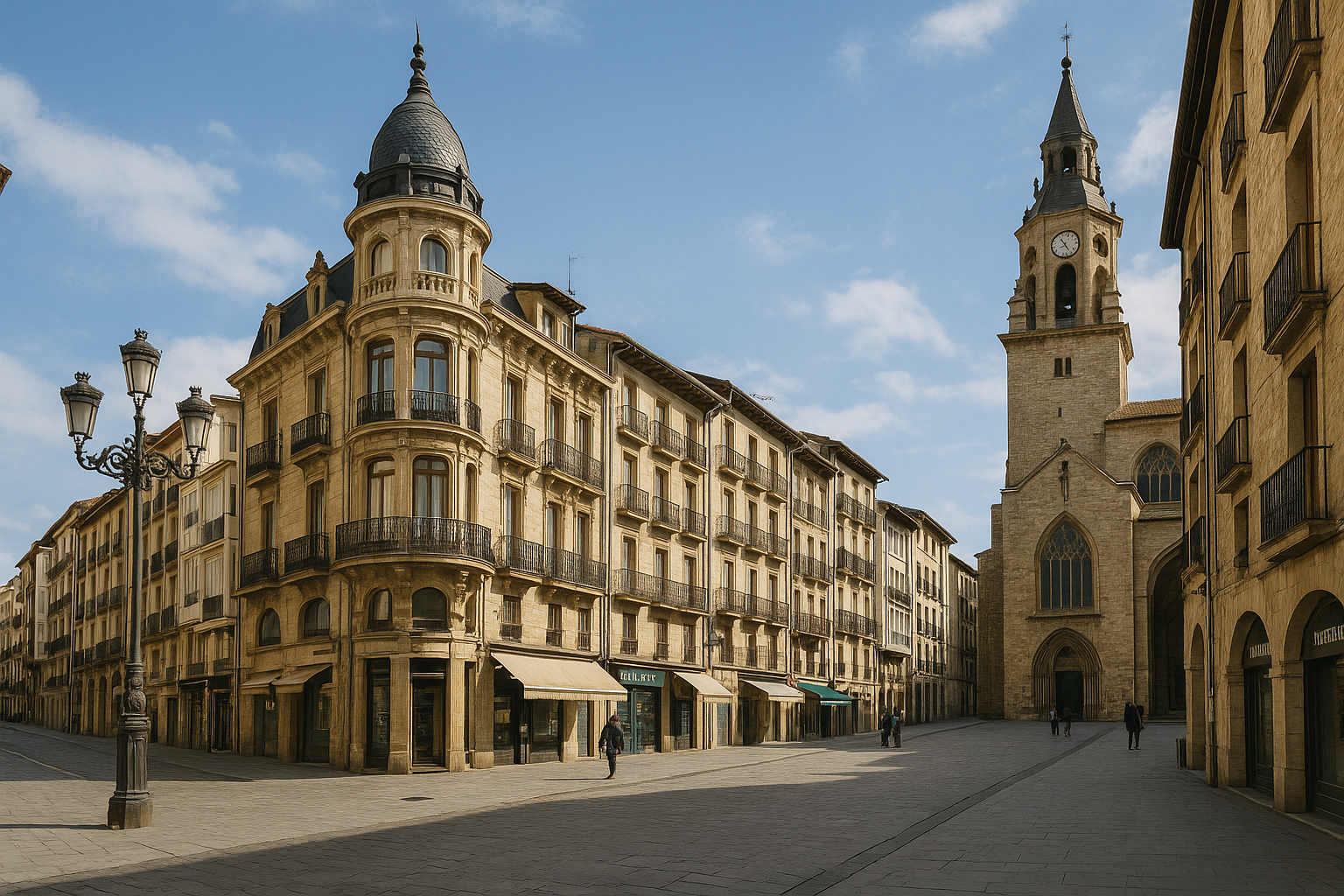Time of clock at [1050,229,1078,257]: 4:53
